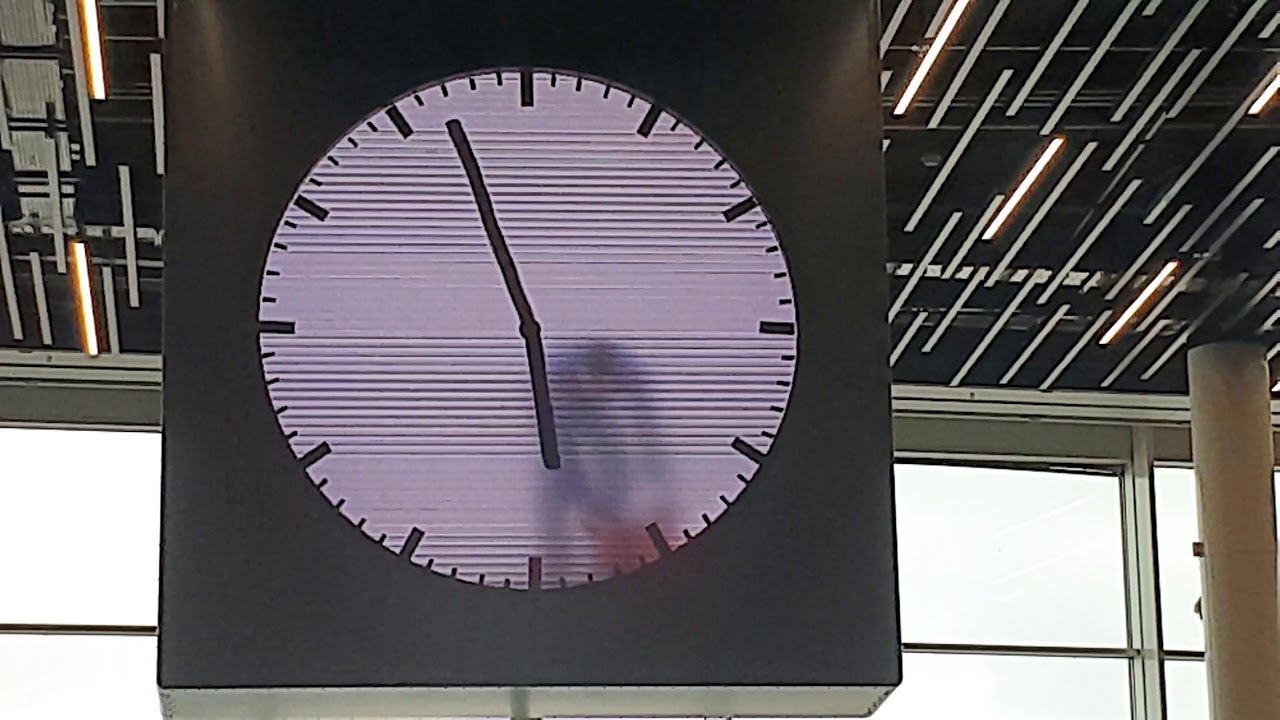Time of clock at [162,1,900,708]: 5:57
